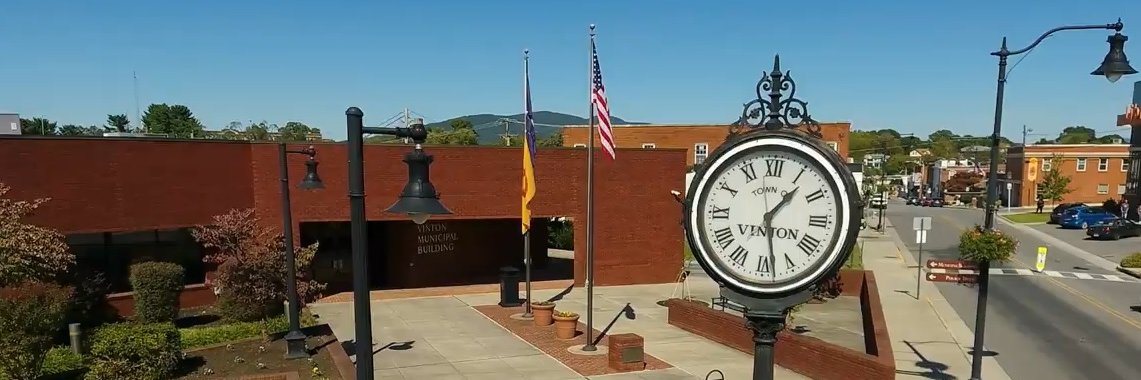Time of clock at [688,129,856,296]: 1:28
